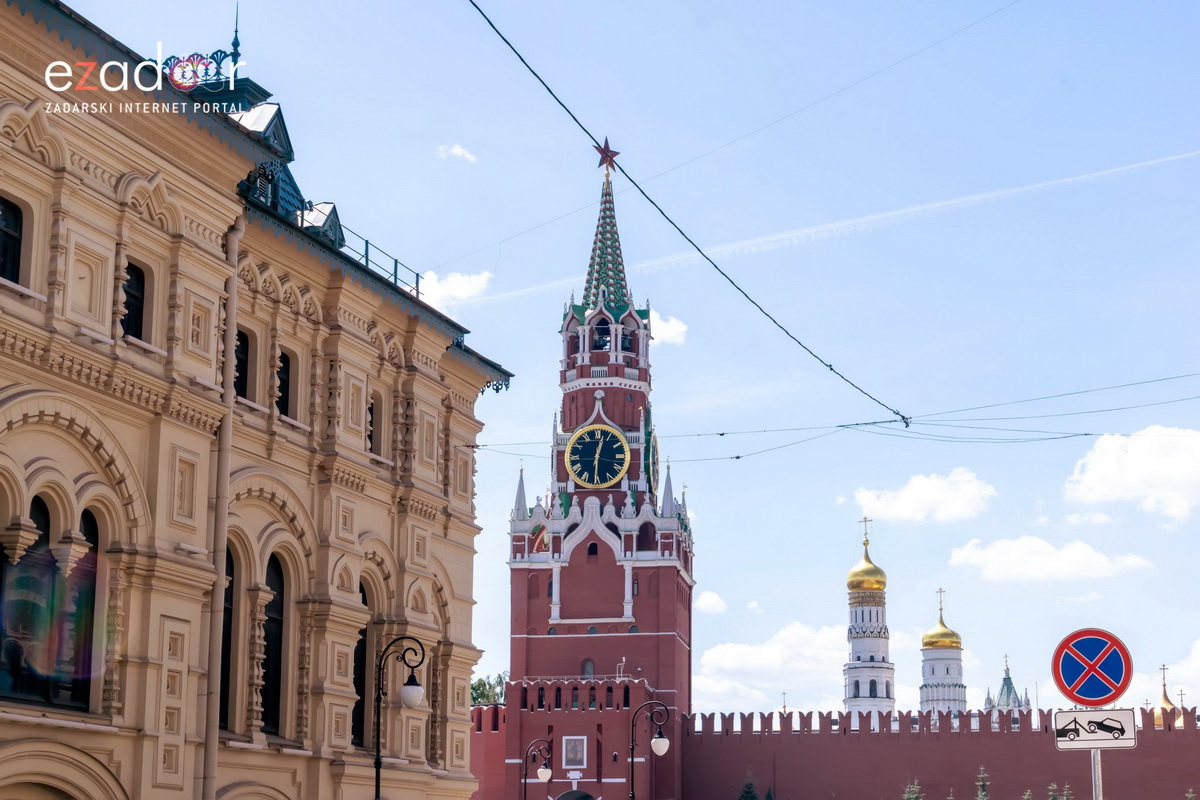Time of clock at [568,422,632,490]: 12:30
